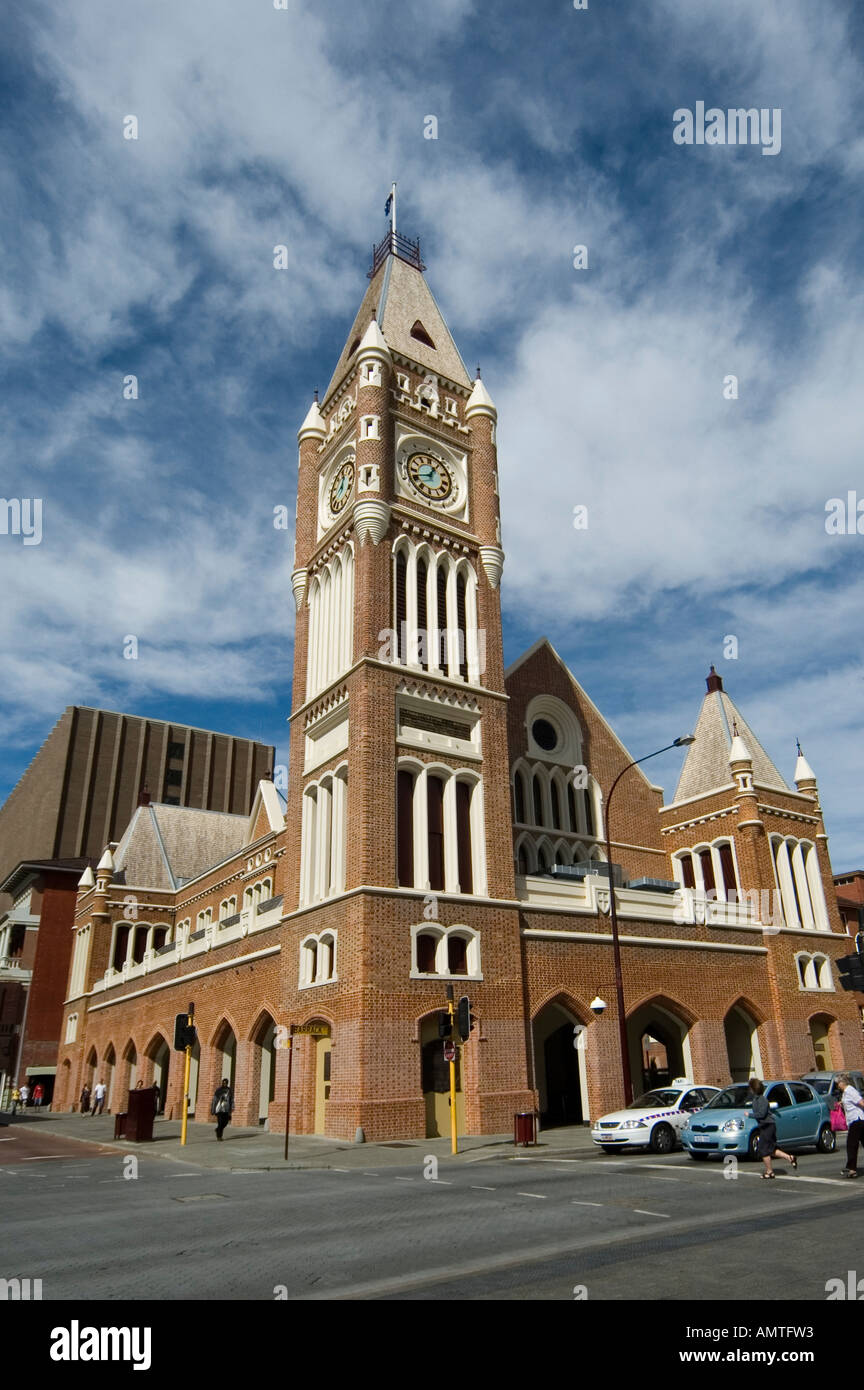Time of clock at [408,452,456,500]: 12:41
